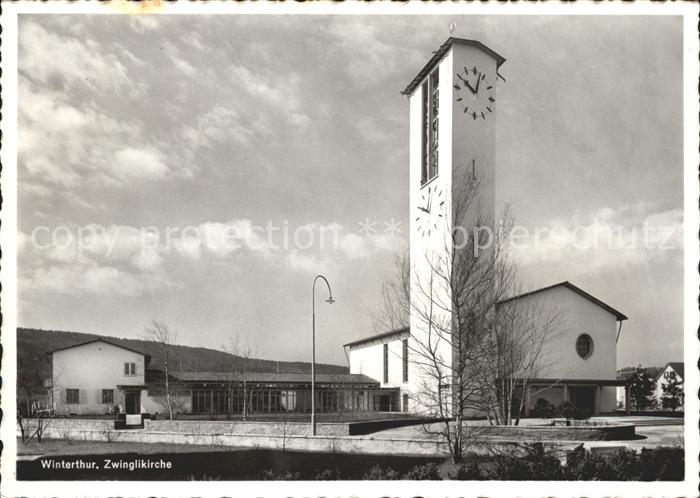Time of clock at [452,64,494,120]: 10:02
